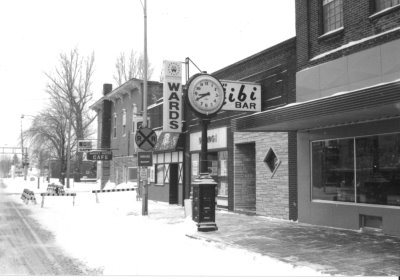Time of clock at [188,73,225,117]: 8:40
